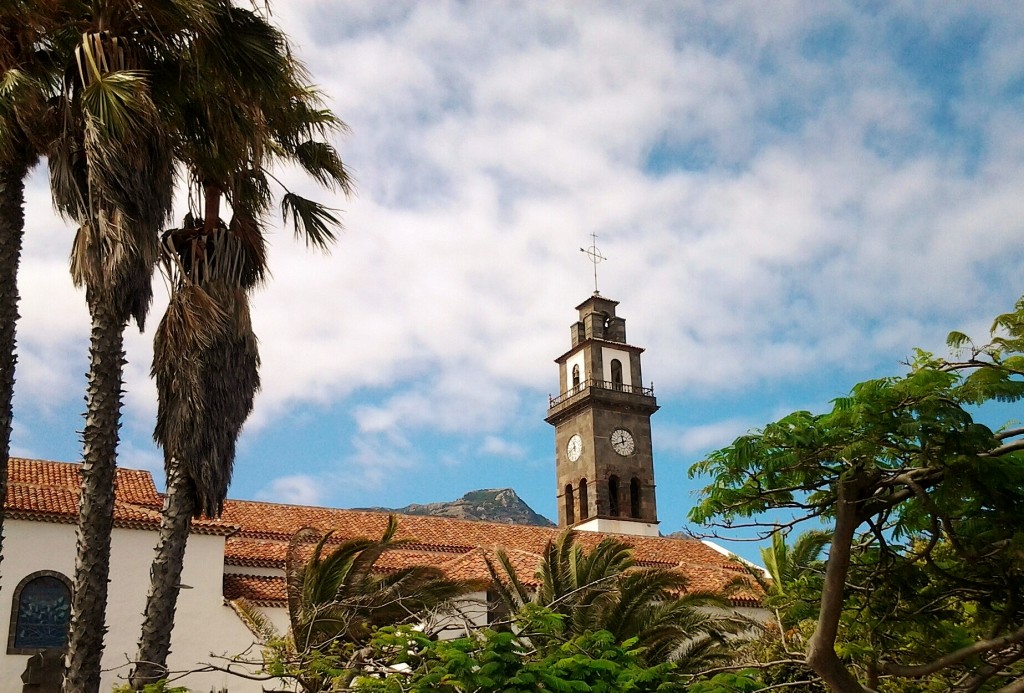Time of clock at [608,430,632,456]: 11:41
